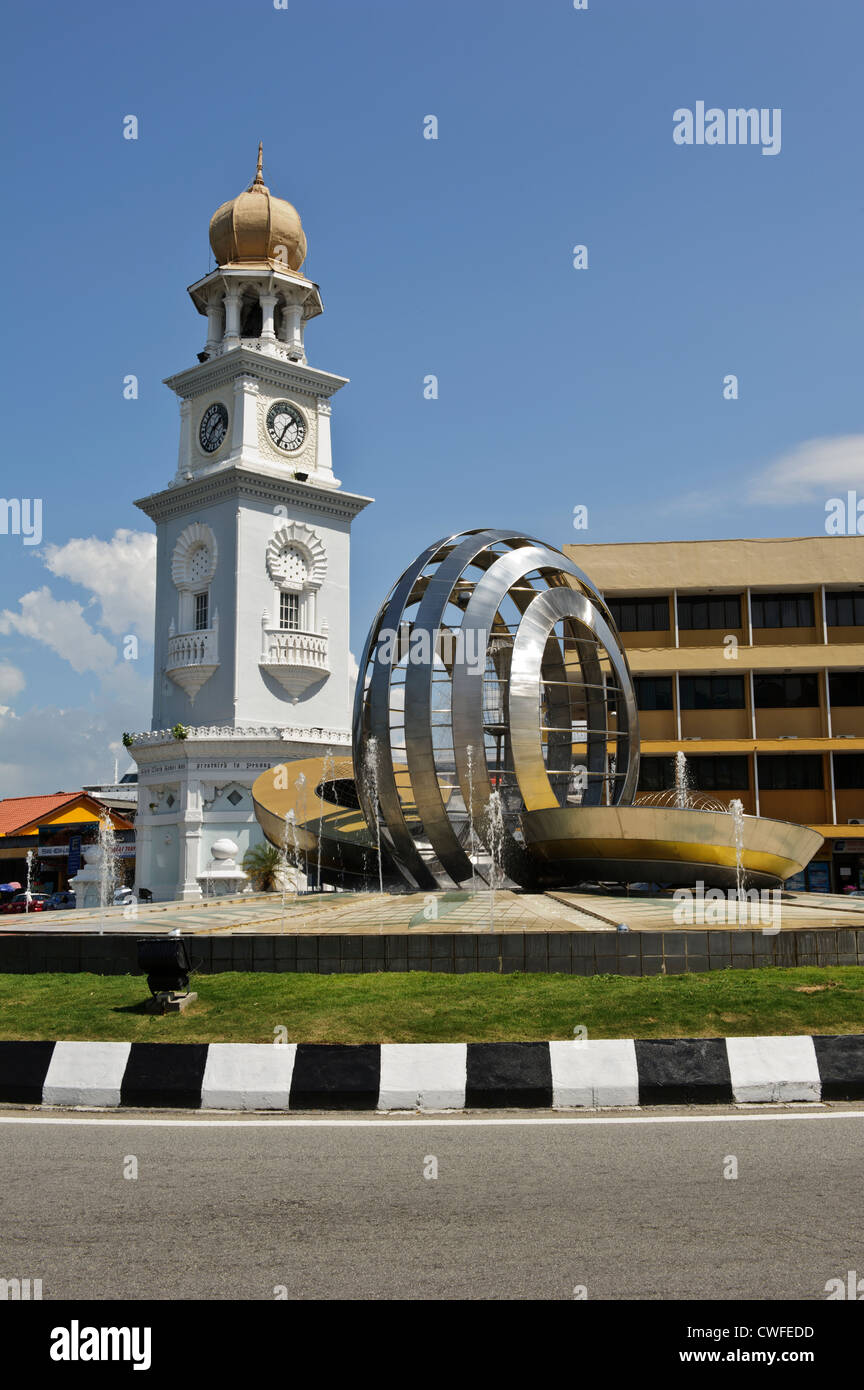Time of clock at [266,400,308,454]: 1:34
